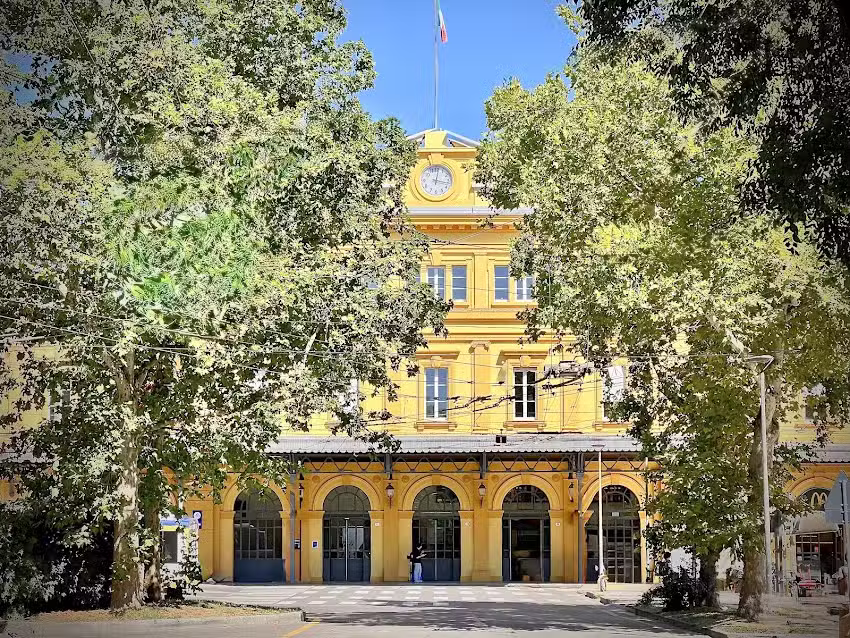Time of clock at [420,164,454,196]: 12:16
